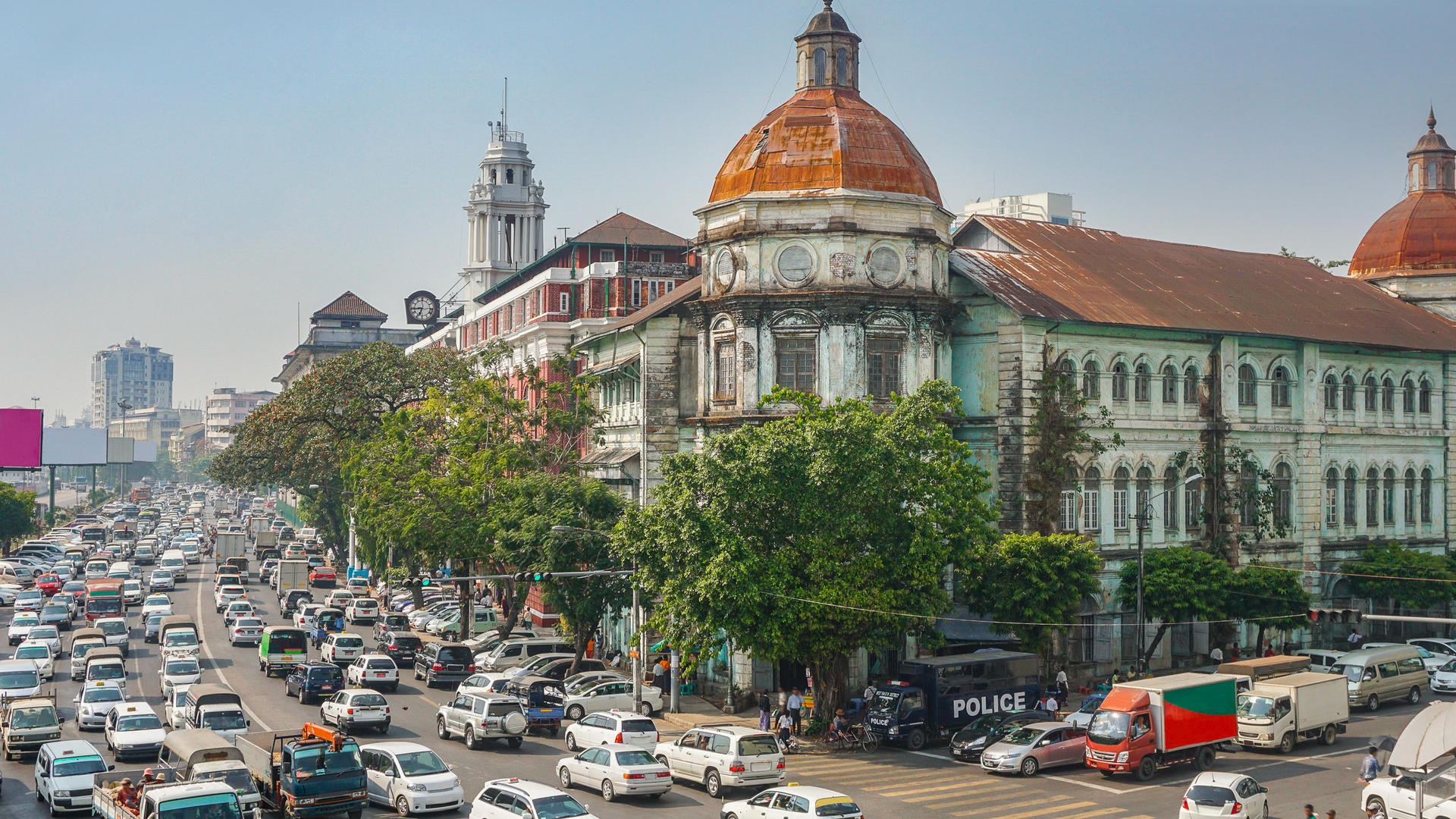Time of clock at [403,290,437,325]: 6:43
